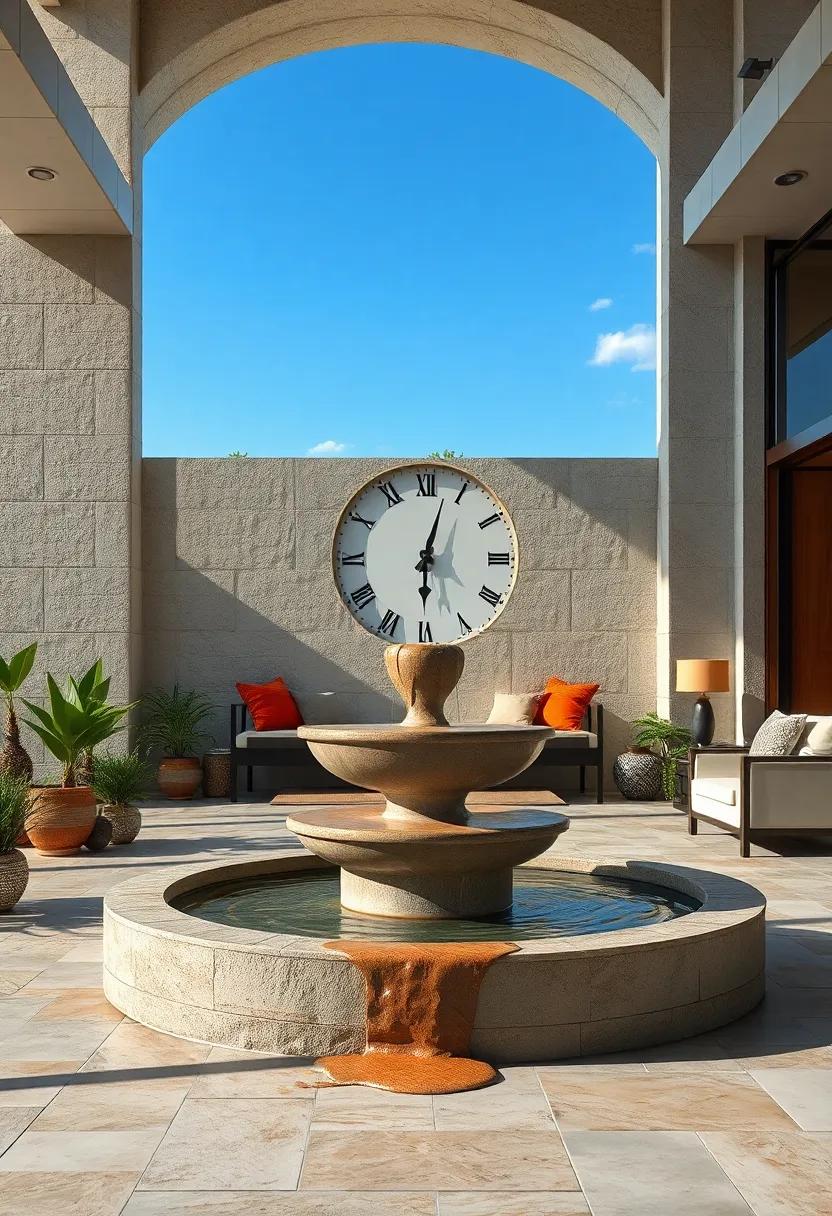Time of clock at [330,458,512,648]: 6:02
